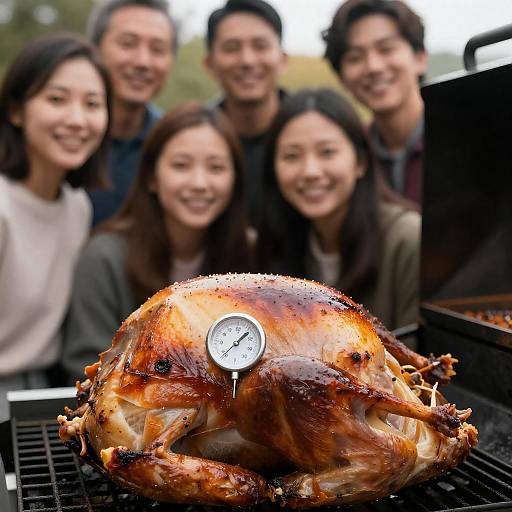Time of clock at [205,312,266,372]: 1:37
